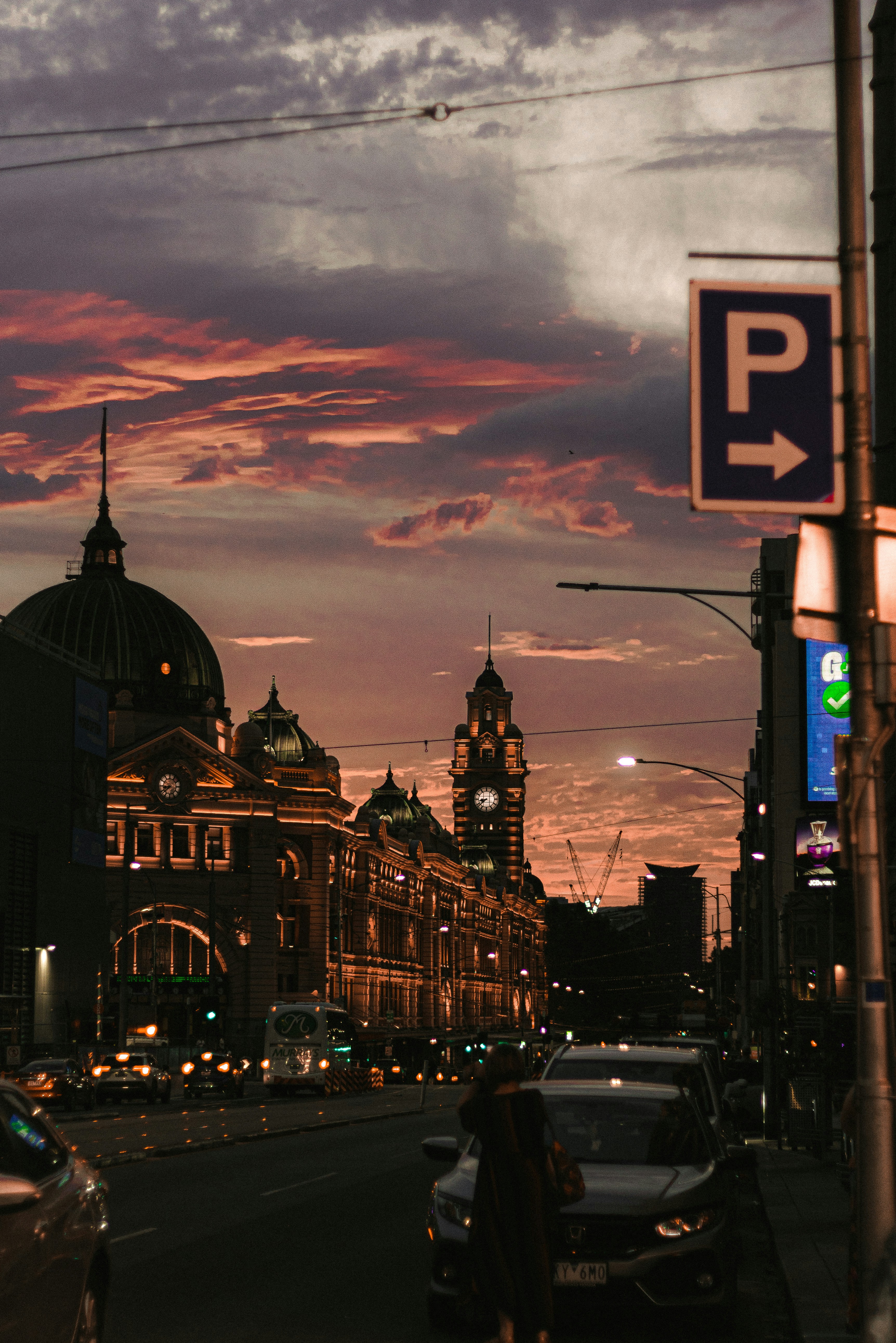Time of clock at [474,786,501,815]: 8:38
